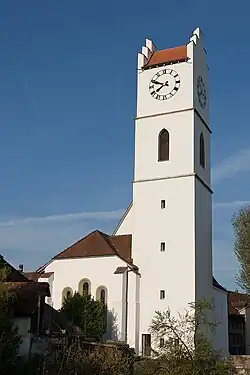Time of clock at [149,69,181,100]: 7:48
